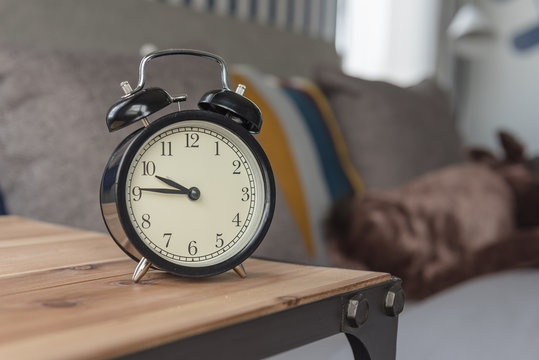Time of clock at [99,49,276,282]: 9:45
